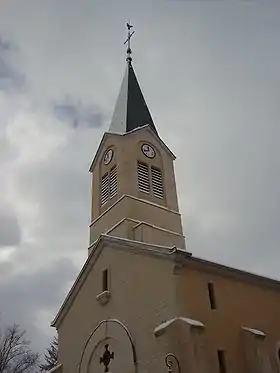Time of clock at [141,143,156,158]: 11:42
